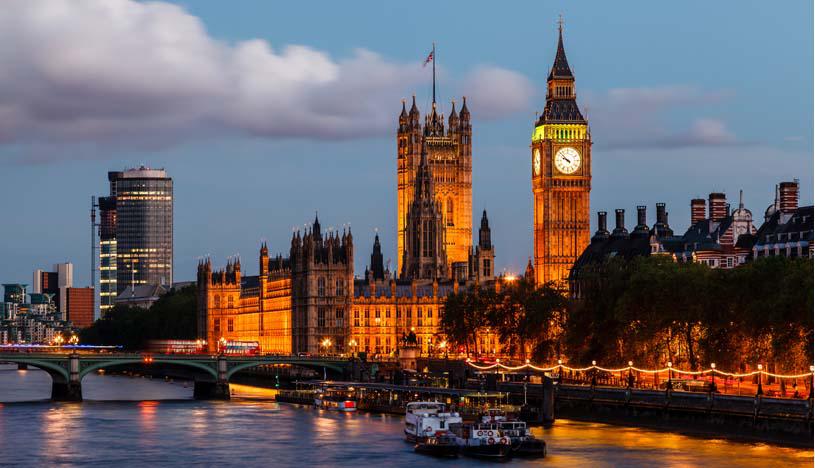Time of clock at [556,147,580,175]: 9:52
